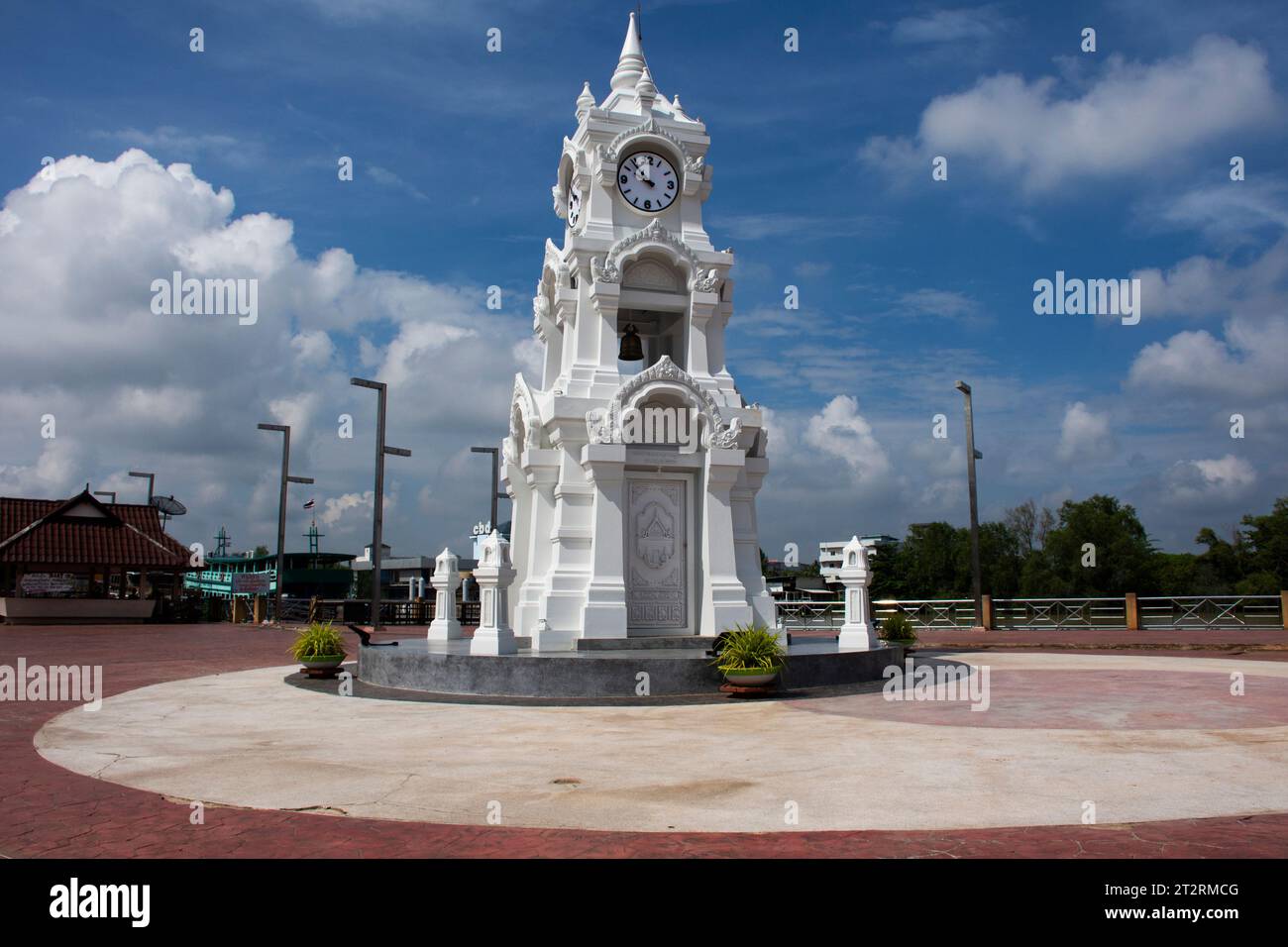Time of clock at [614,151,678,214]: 9:53
